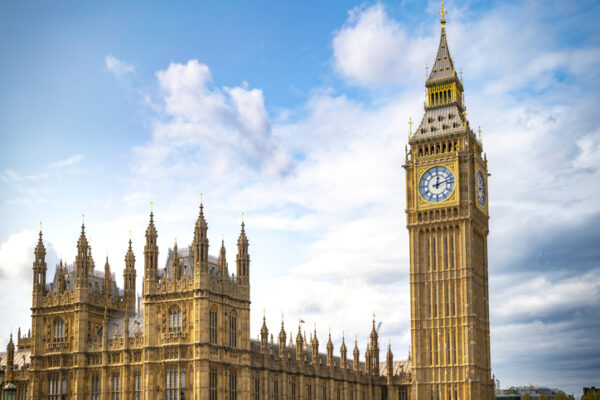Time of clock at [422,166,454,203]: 12:12
